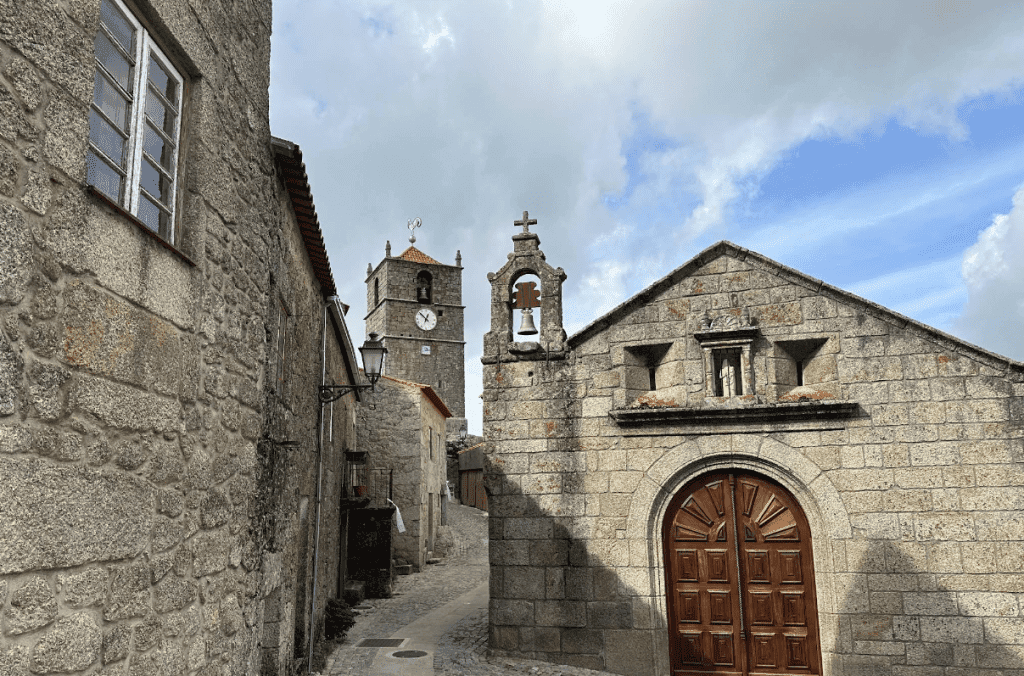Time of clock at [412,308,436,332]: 12:52
